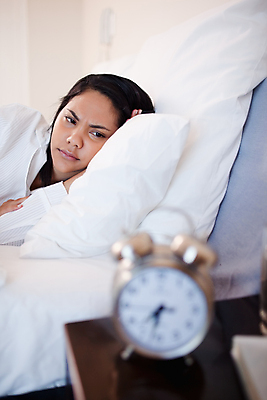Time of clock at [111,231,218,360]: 7:32
